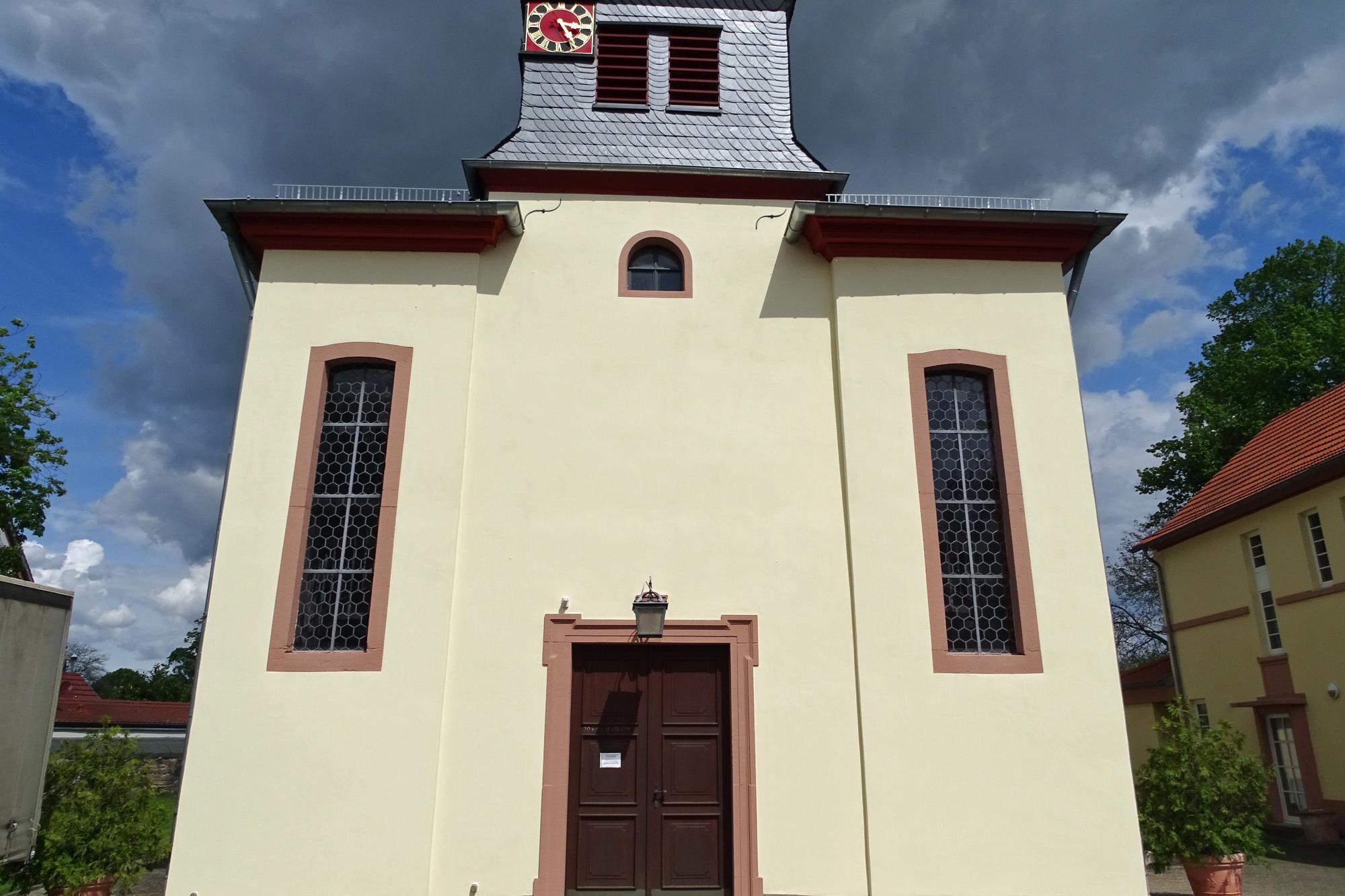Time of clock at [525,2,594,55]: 3:24
